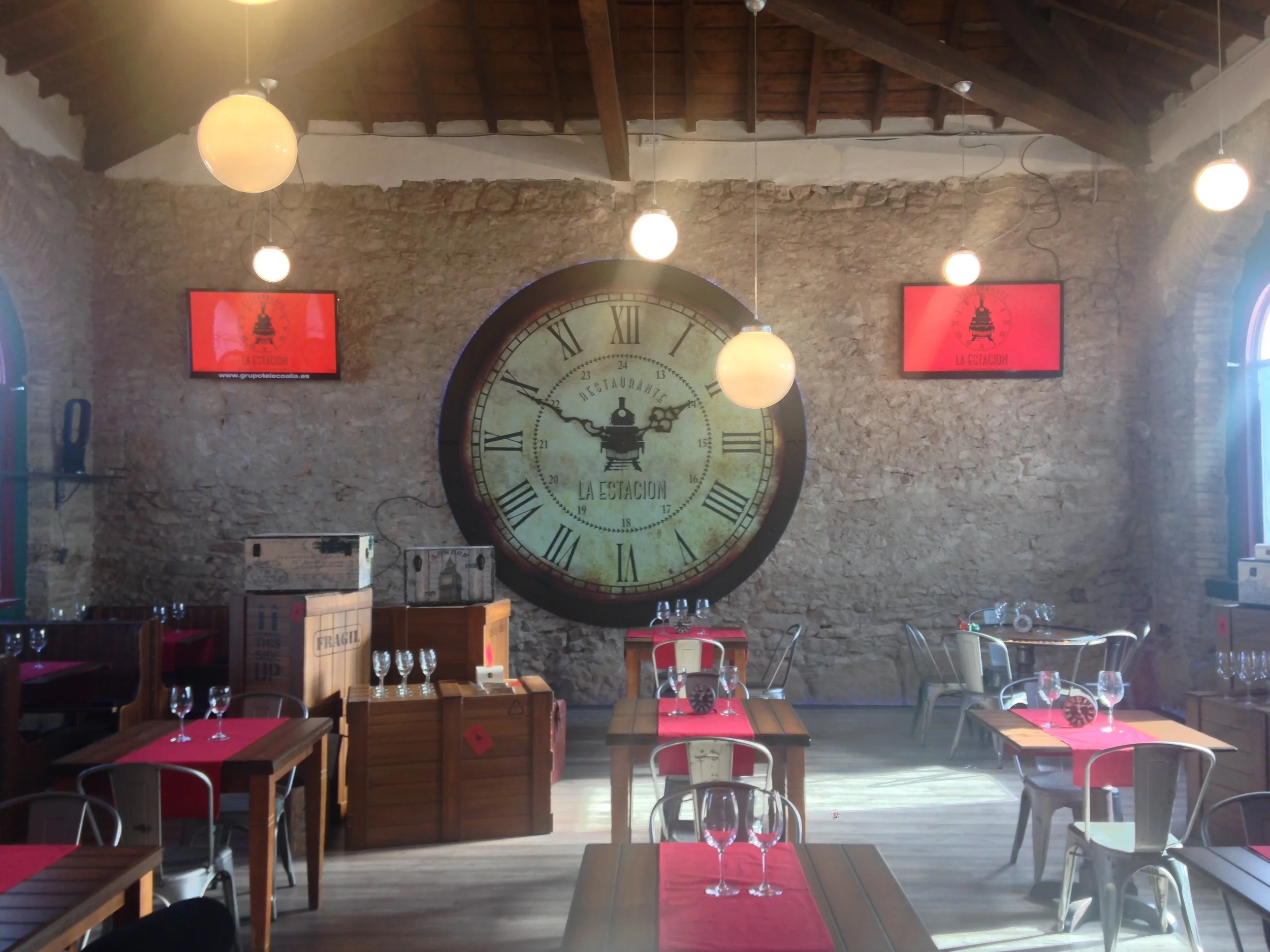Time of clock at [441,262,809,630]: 1:49
